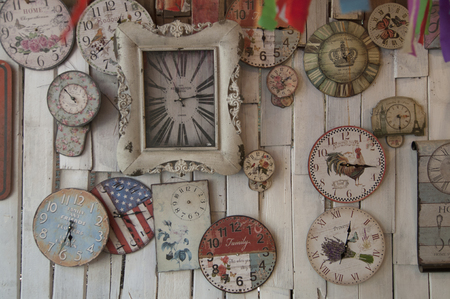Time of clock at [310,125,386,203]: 3:16
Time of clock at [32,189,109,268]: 5:31
